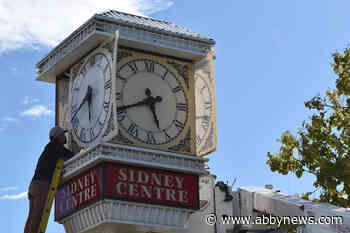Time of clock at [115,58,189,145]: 5:41
